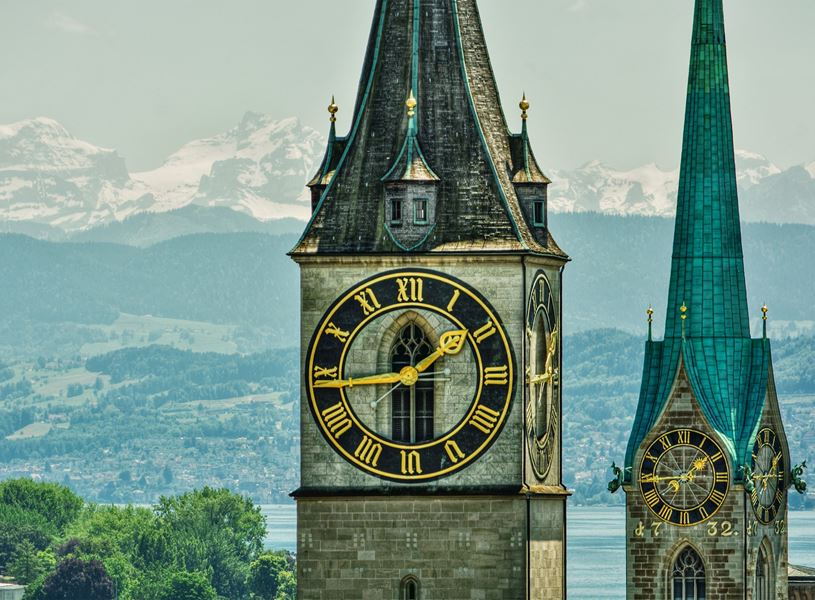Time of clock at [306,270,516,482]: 1:44
